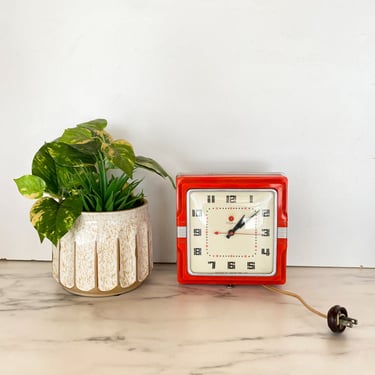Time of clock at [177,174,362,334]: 1:08
